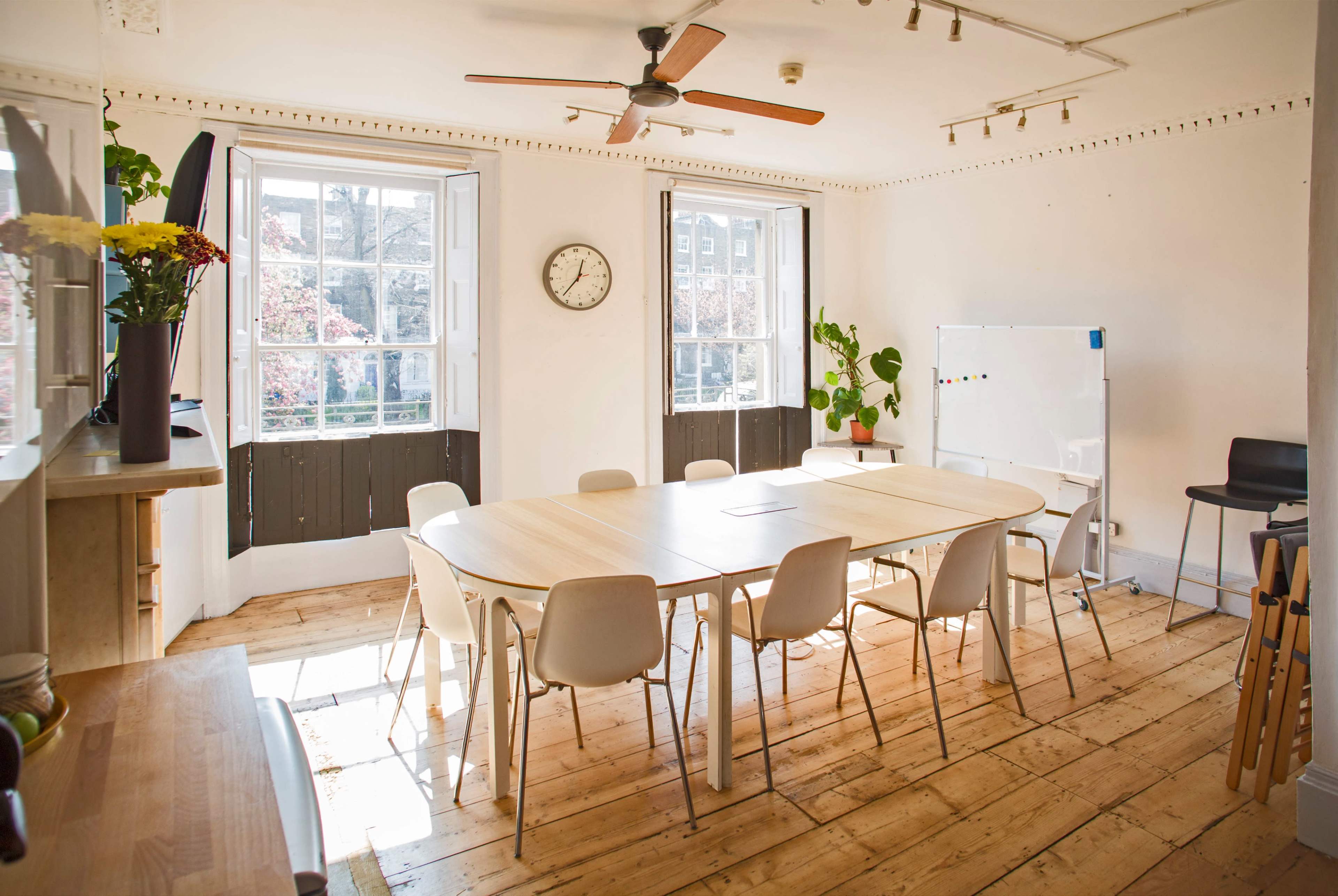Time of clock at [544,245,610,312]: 12:37
